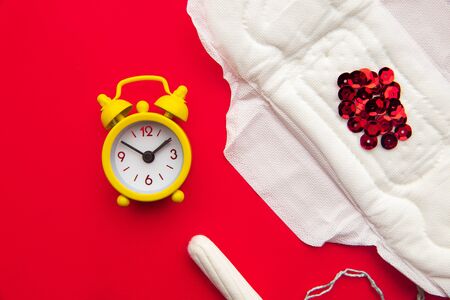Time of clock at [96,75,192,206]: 1:50
